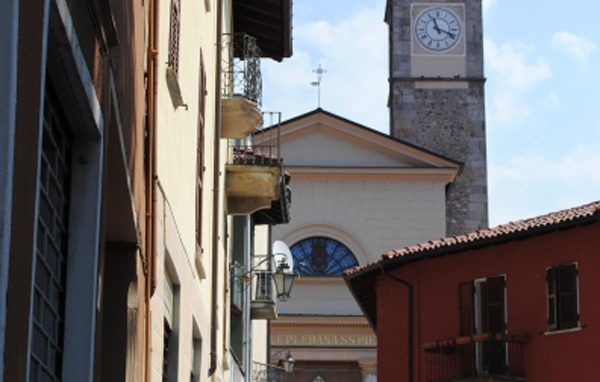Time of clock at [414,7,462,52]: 11:18
